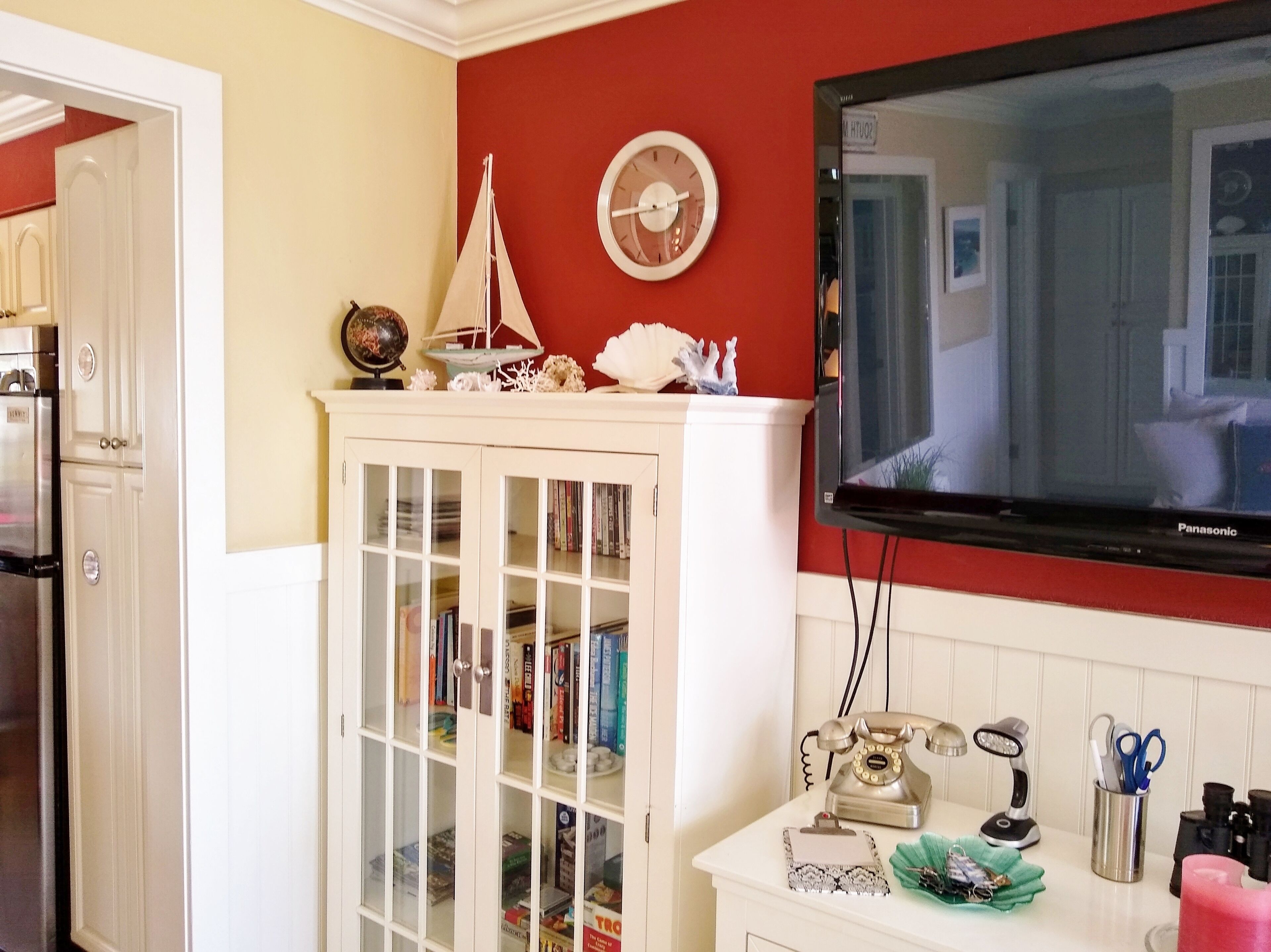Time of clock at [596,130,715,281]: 2:45
